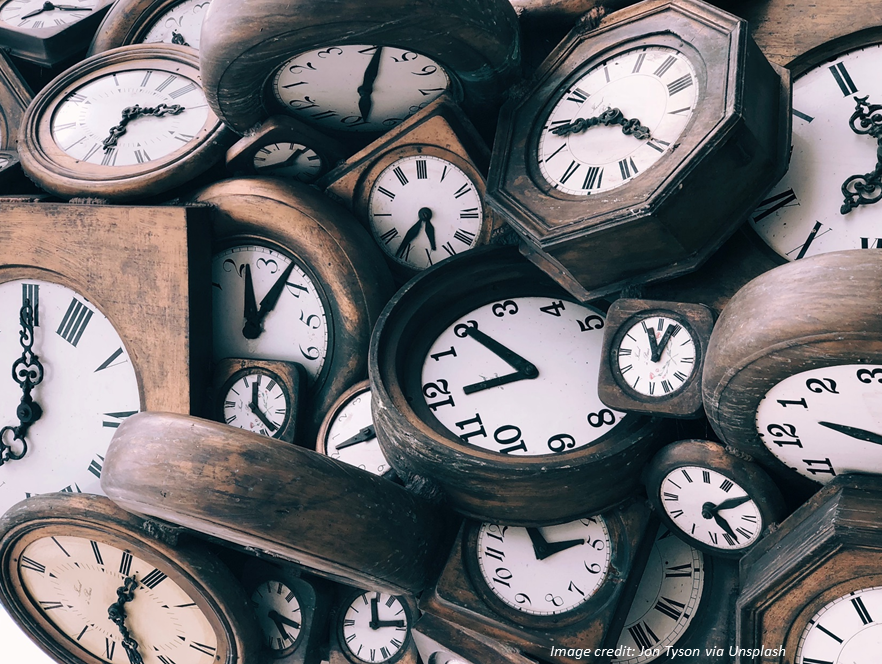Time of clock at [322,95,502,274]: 5:37
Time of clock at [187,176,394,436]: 12:07
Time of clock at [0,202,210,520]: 12:07
